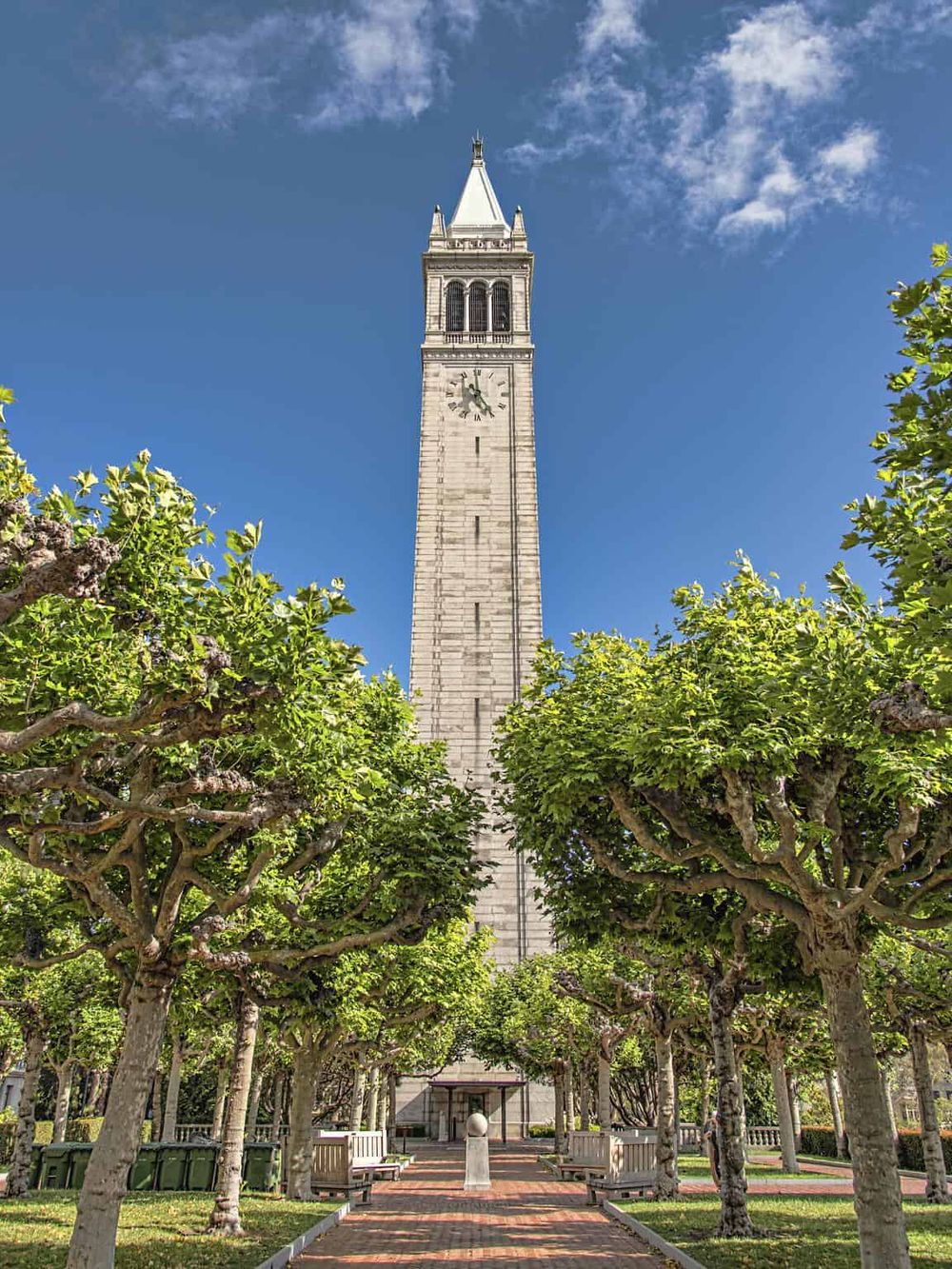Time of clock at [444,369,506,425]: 4:59
